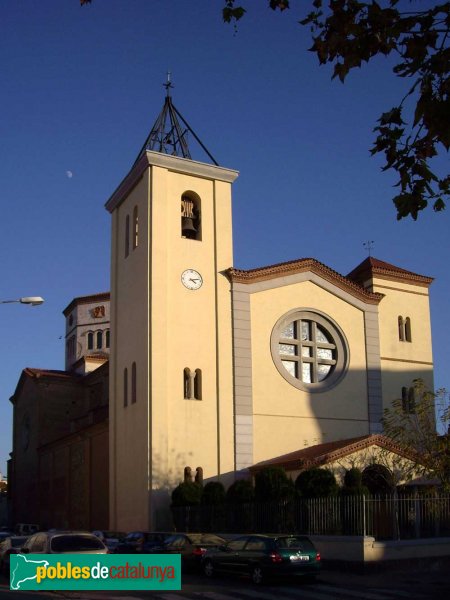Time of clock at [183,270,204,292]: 4:12
